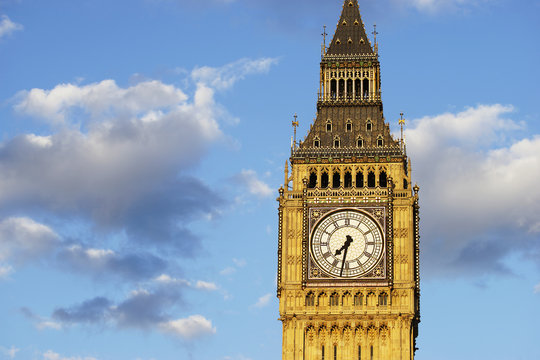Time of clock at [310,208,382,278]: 7:32
